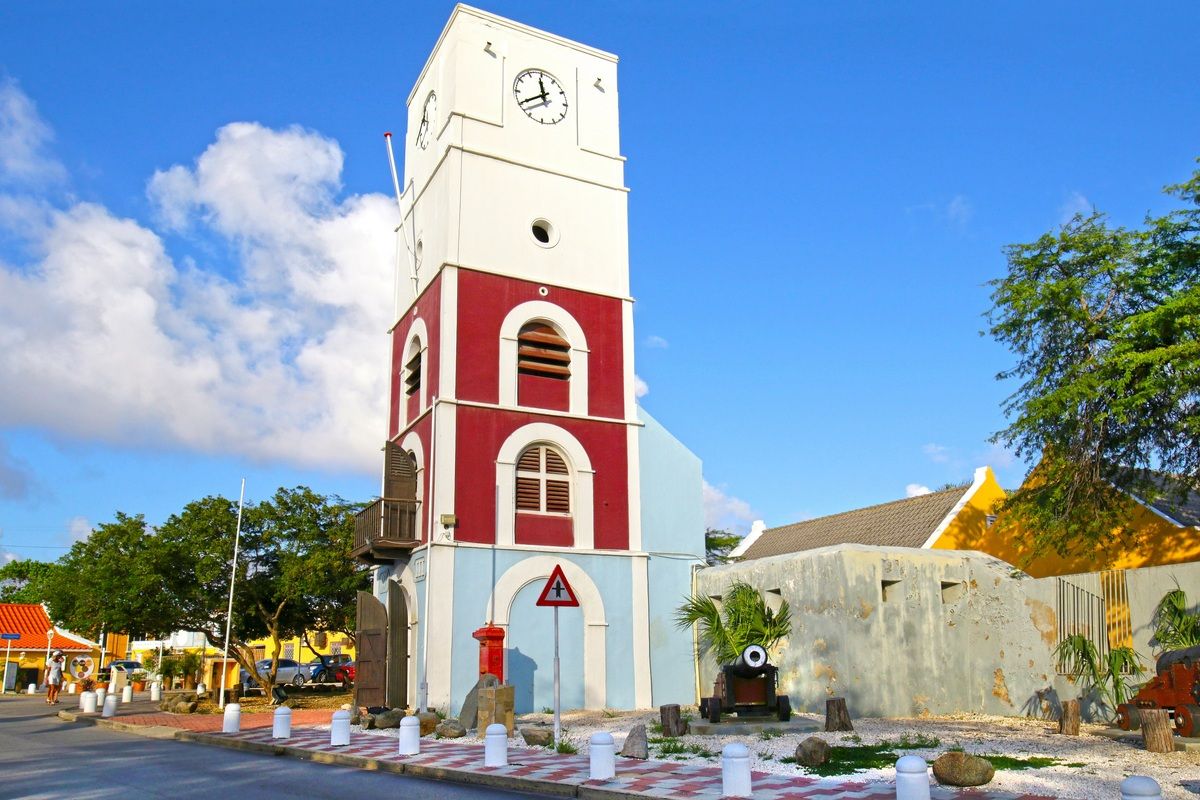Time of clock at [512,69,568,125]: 11:40
